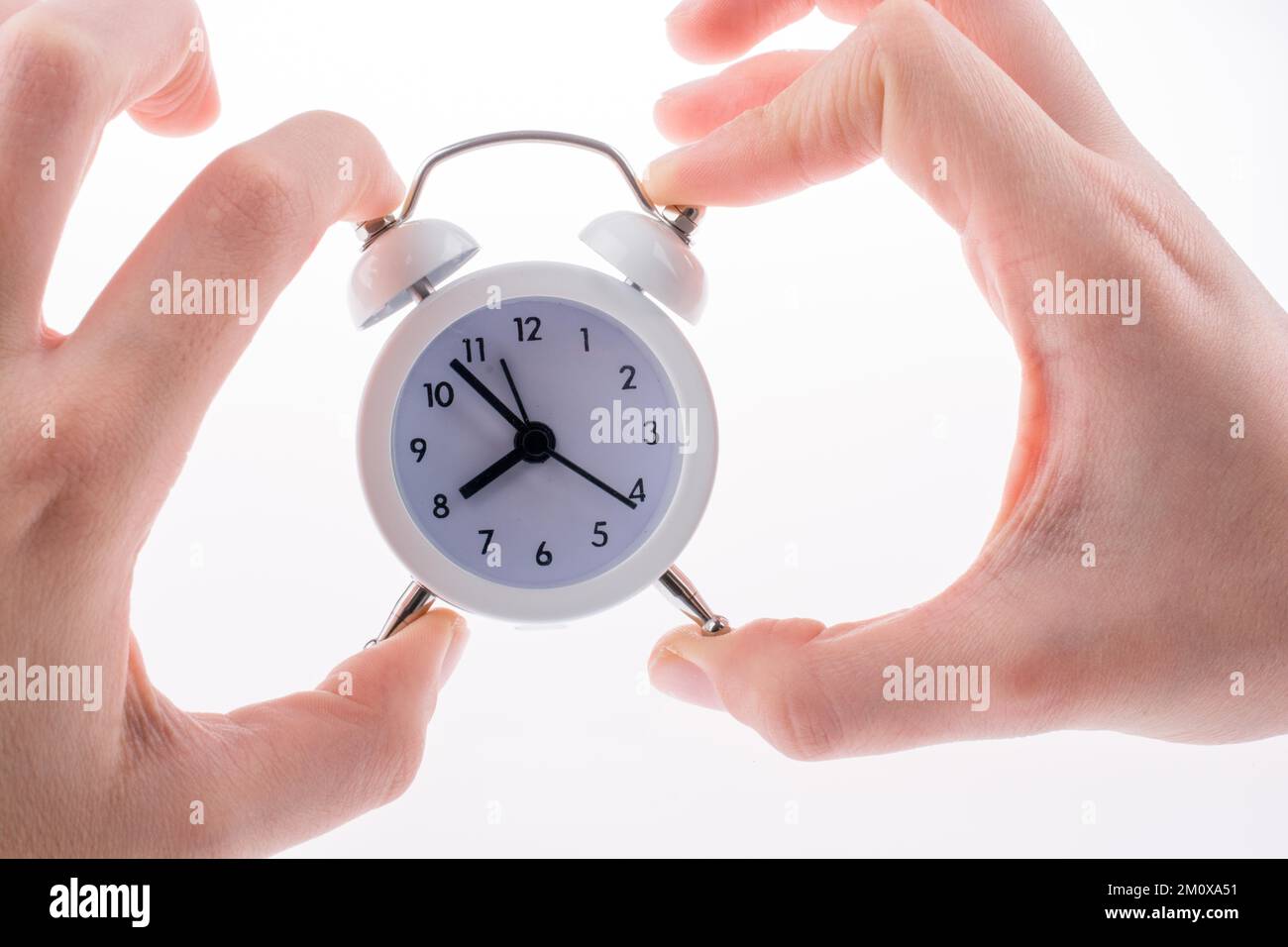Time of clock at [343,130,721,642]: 7:53
